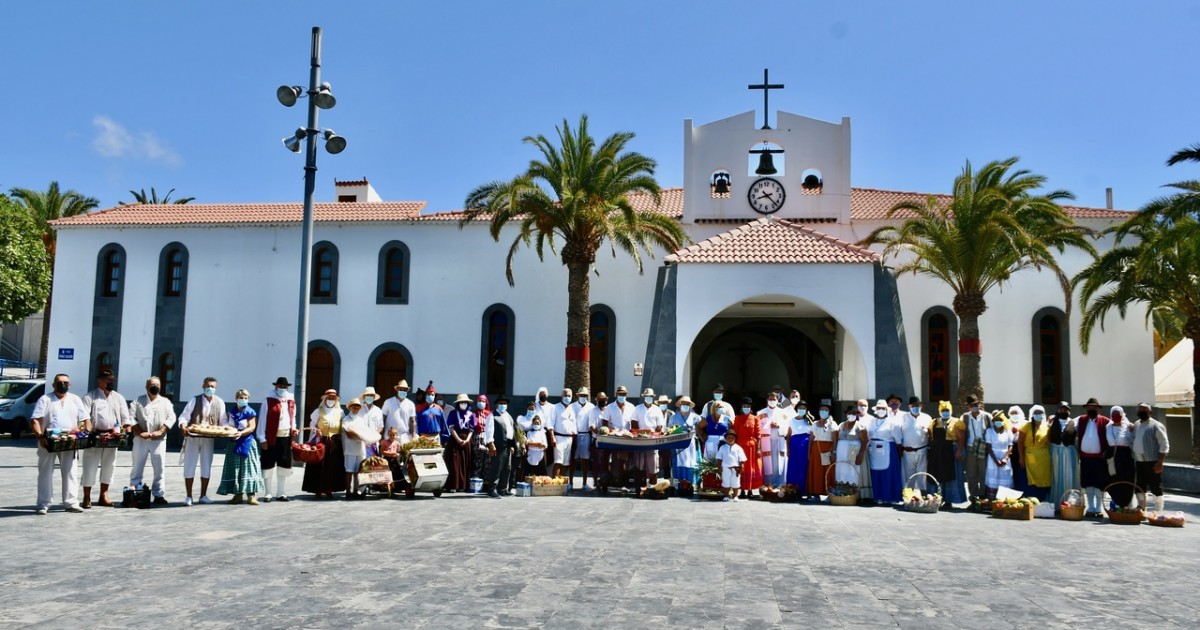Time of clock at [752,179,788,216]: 8:22
